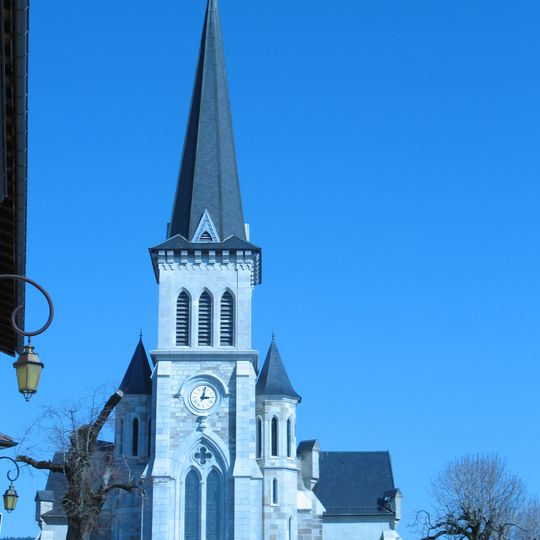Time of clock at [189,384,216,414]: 3:02
